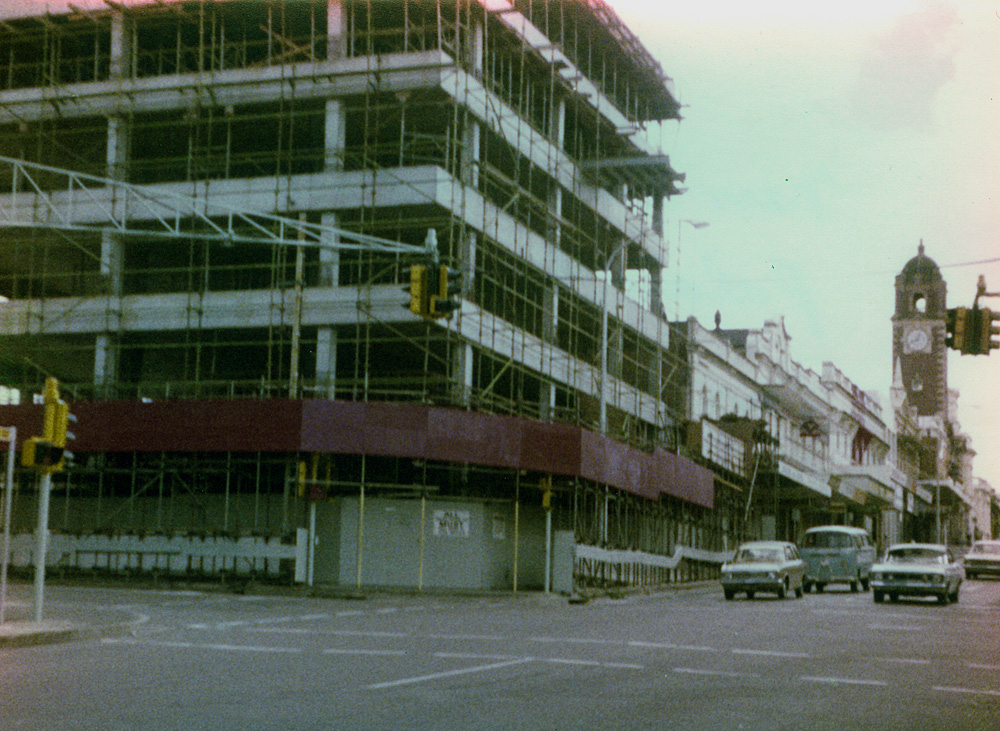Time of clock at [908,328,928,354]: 12:41
